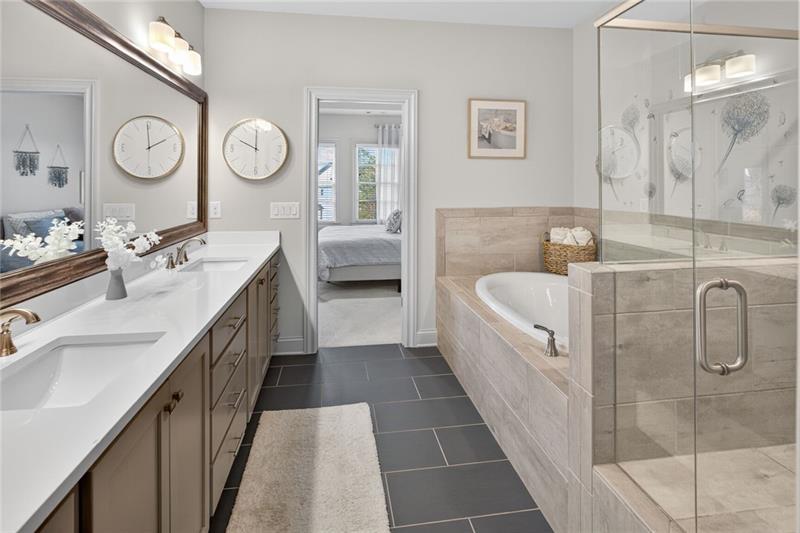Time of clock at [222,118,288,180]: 10:00
